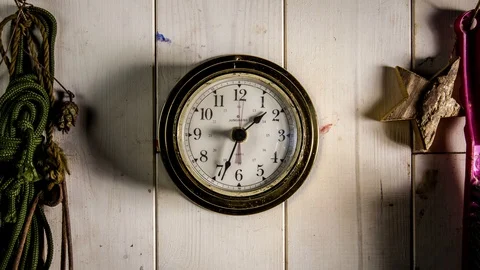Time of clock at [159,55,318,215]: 1:33
